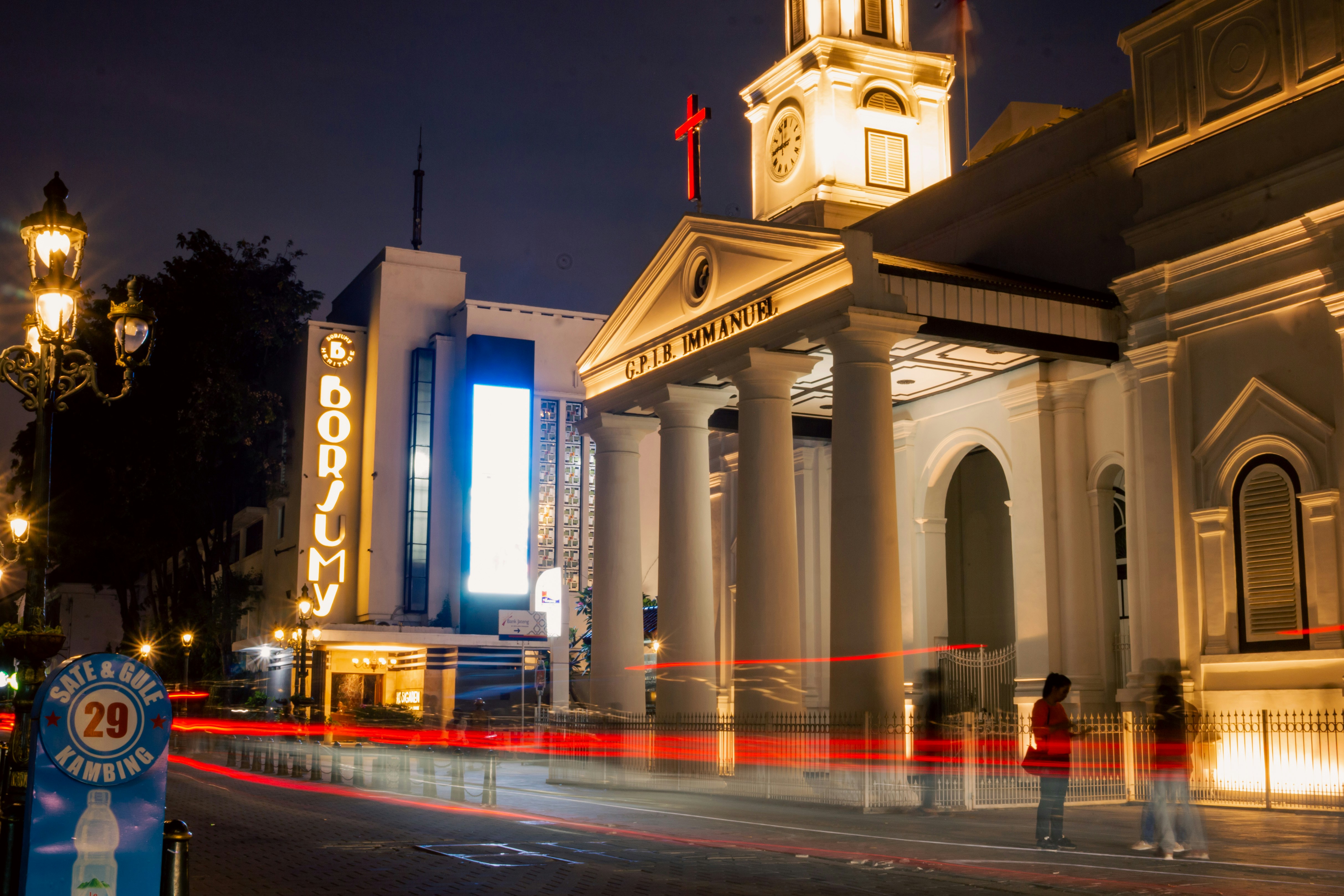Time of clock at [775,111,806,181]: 11:44
